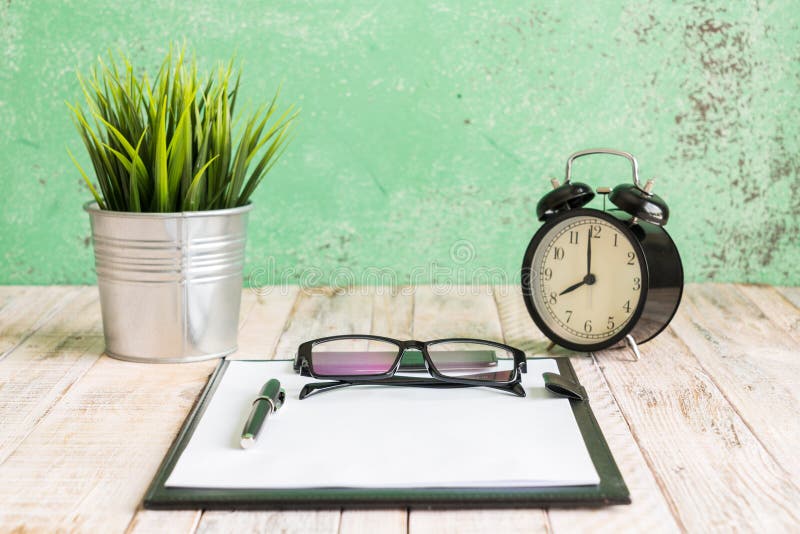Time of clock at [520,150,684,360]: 7:59
